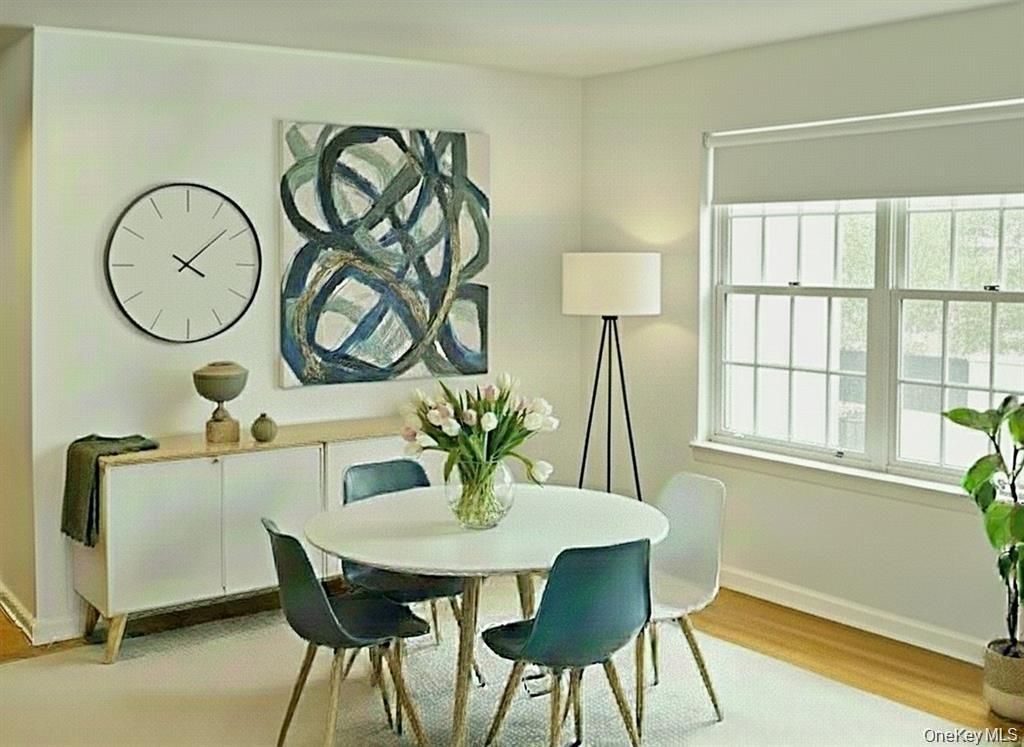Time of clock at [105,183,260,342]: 4:08
